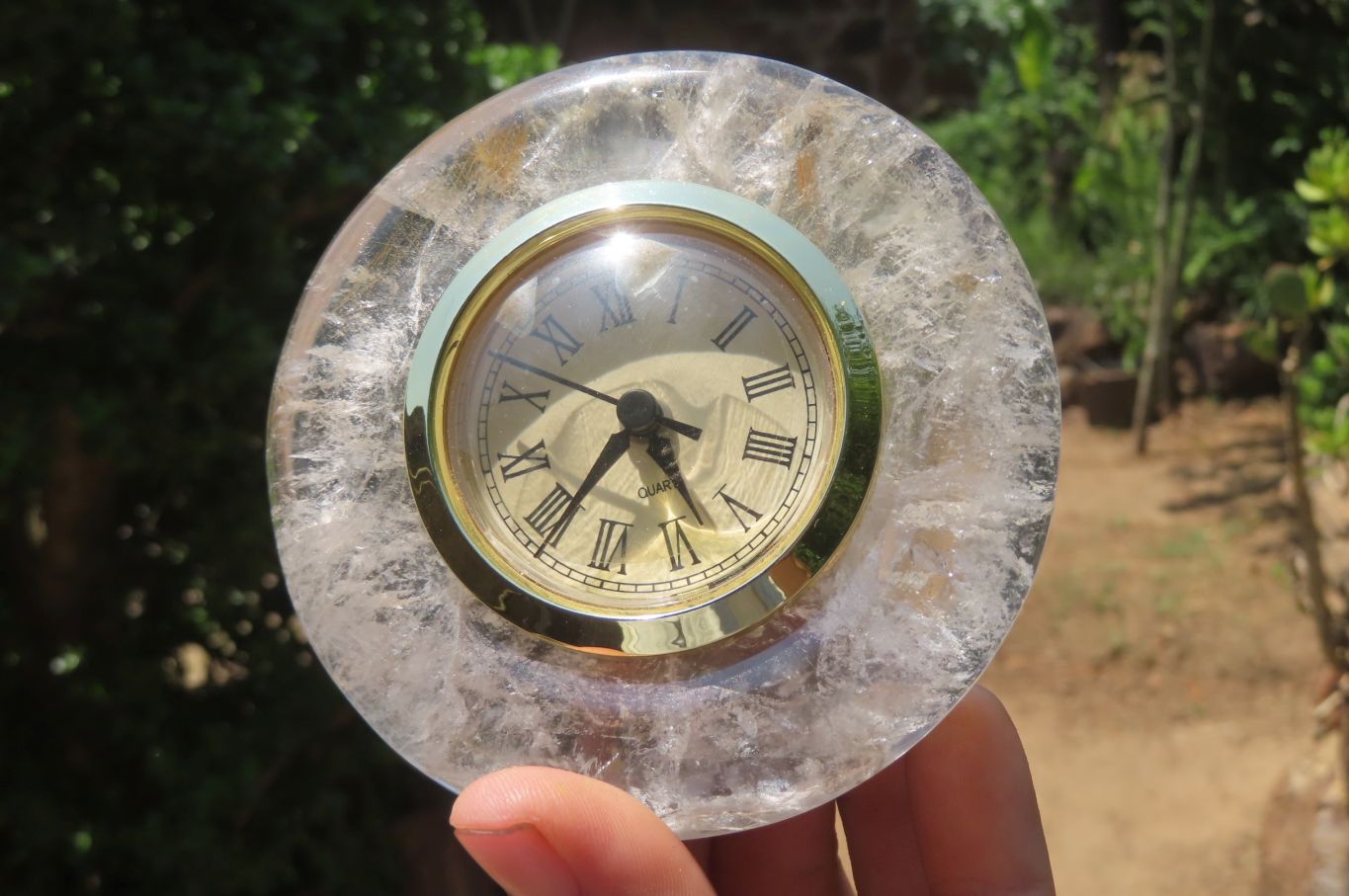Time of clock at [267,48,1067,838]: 4:35
